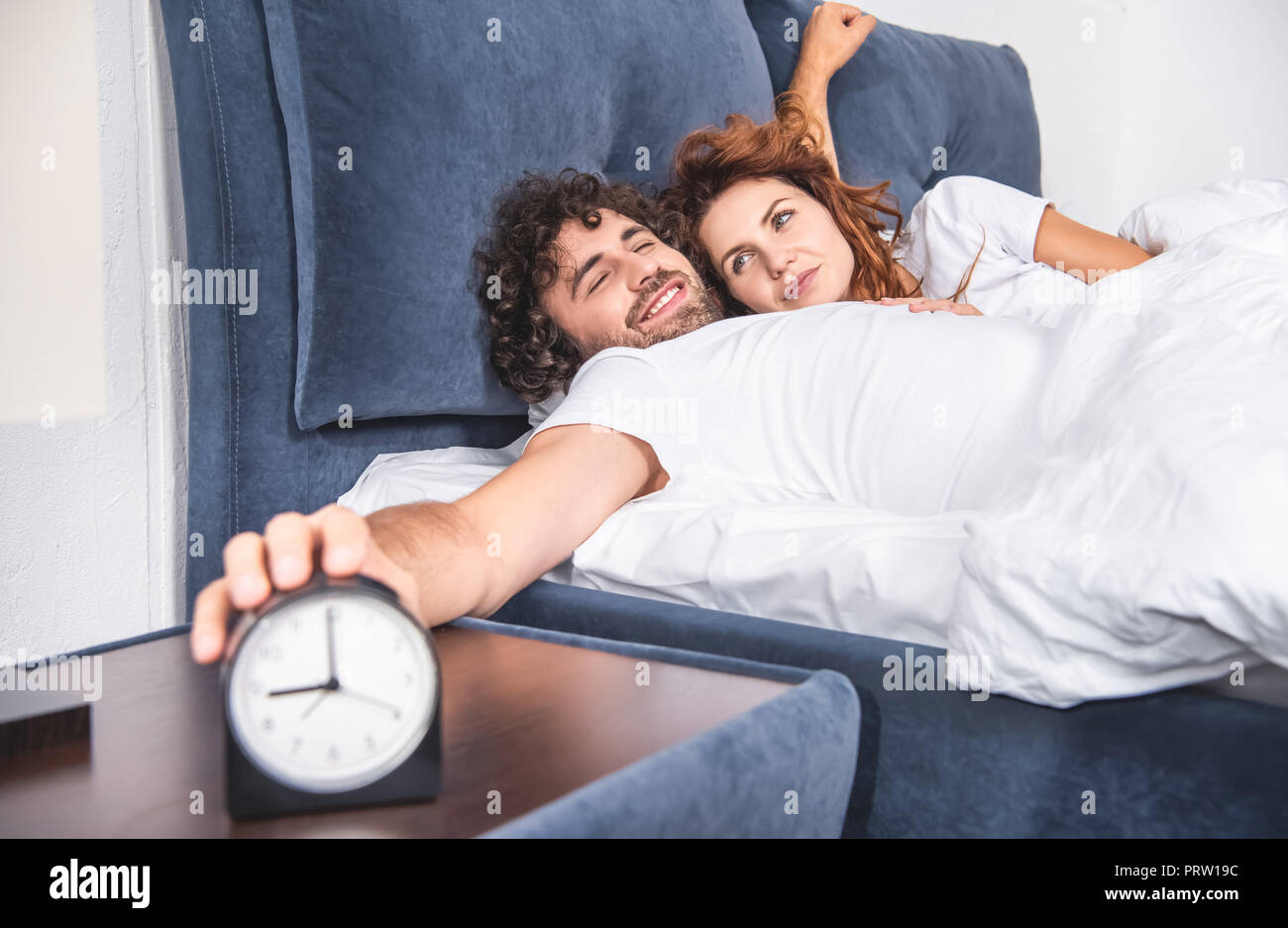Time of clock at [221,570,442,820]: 8:59
